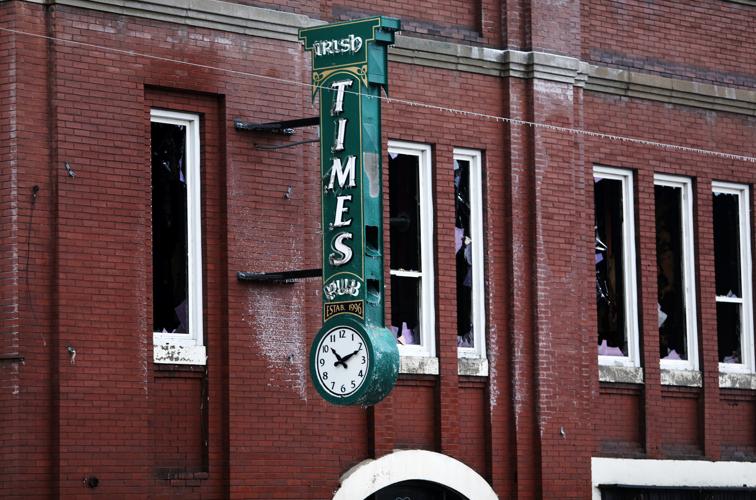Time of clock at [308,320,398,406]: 10:11
